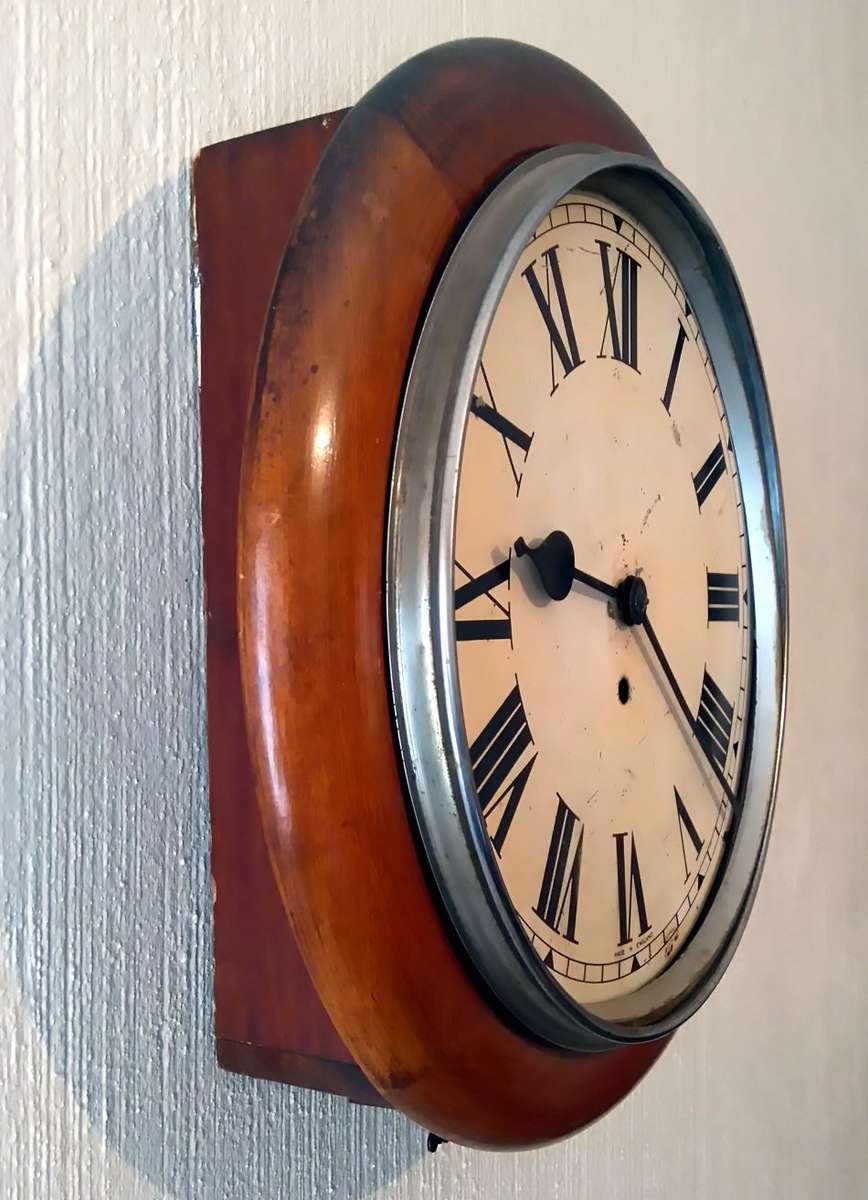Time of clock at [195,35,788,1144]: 9:21
